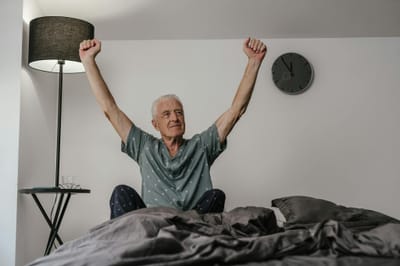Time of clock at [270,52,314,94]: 11:54
